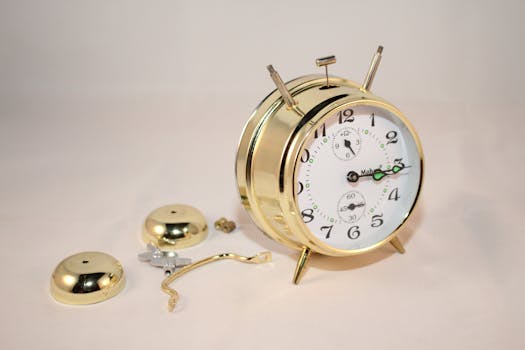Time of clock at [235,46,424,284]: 3:15
